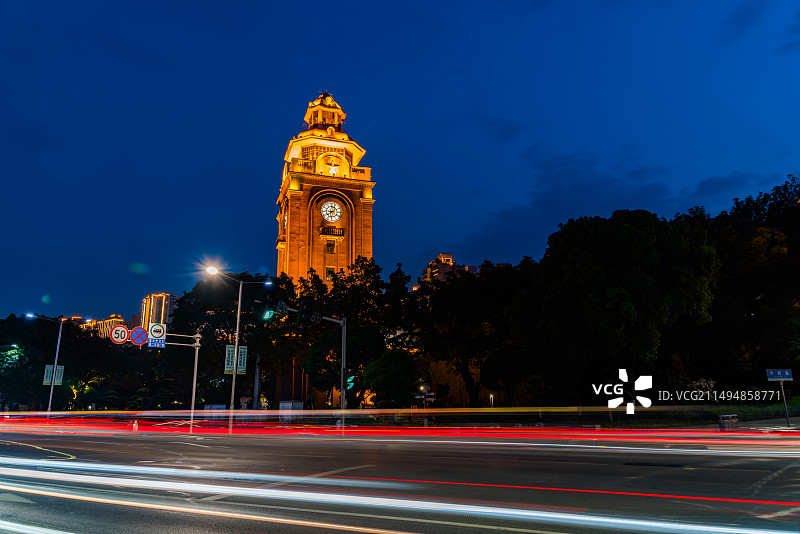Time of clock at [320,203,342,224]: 8:38
